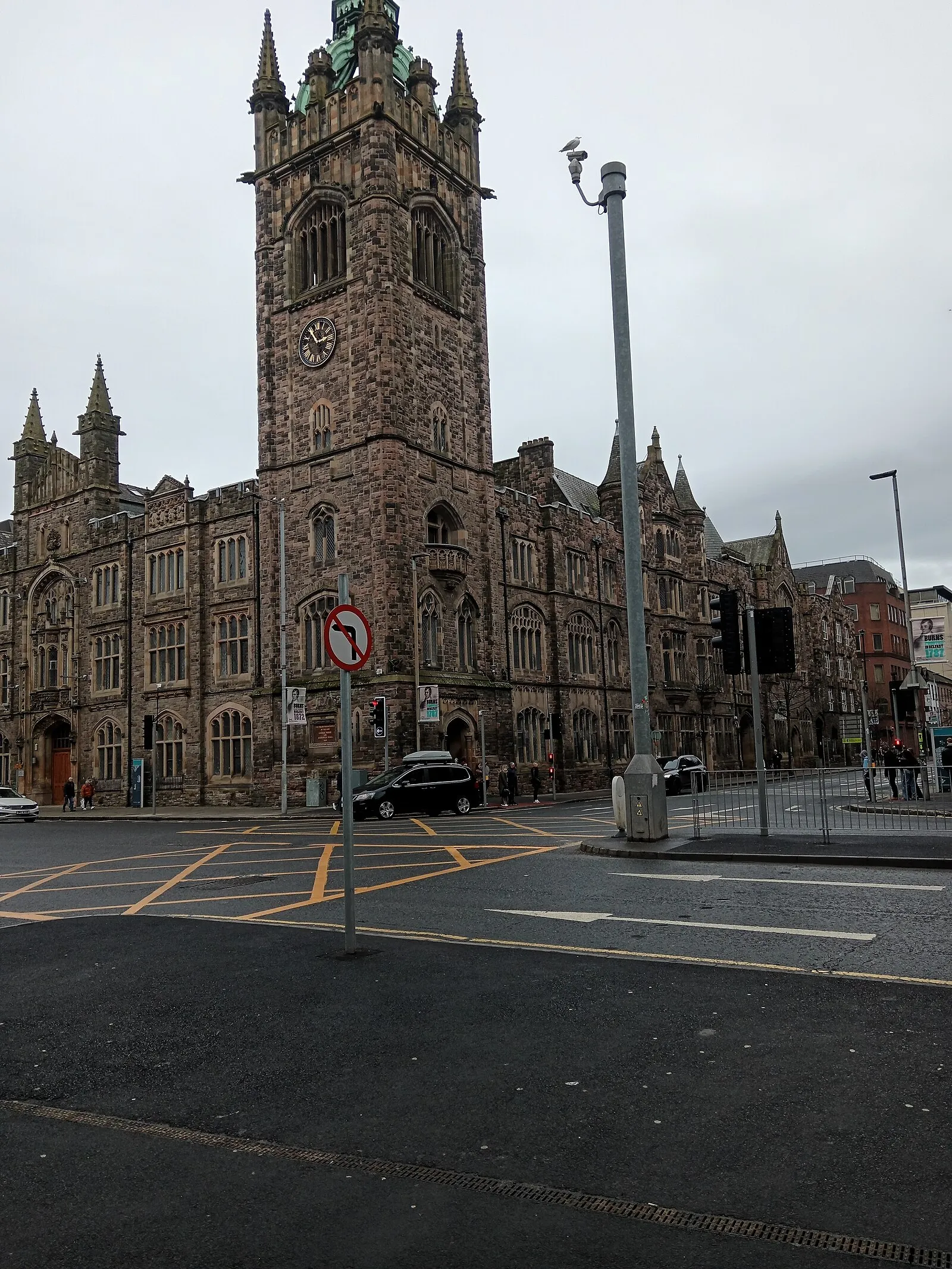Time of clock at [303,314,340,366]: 2:54
